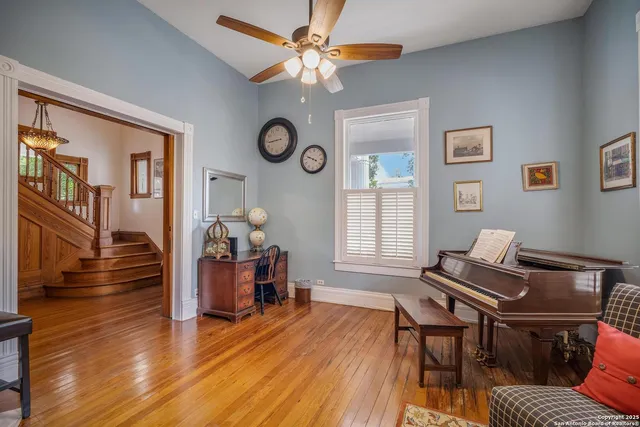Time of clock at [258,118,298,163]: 8:43
